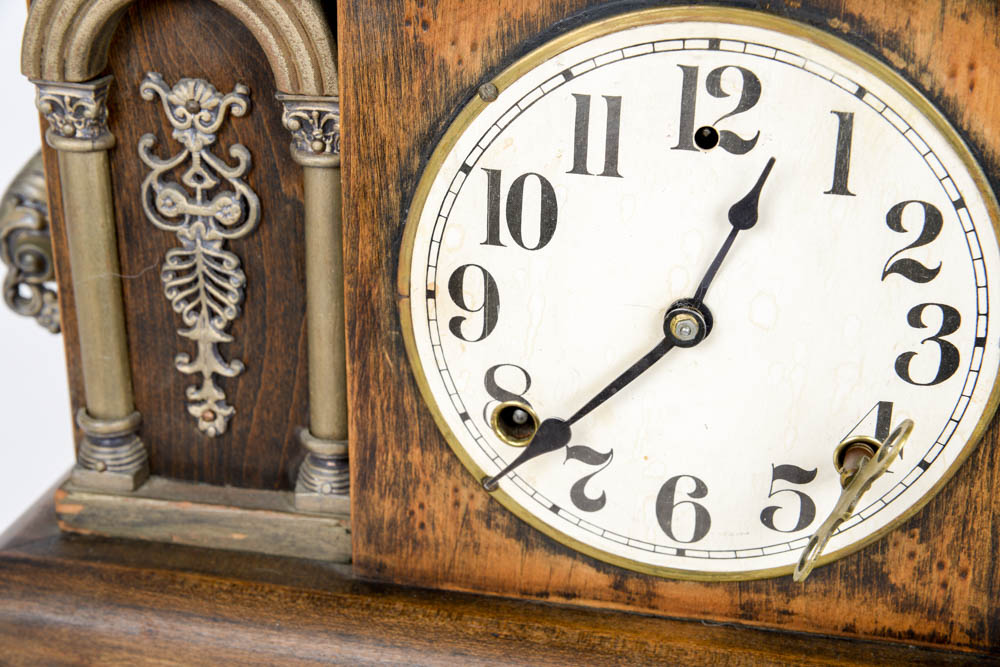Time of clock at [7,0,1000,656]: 12:37
